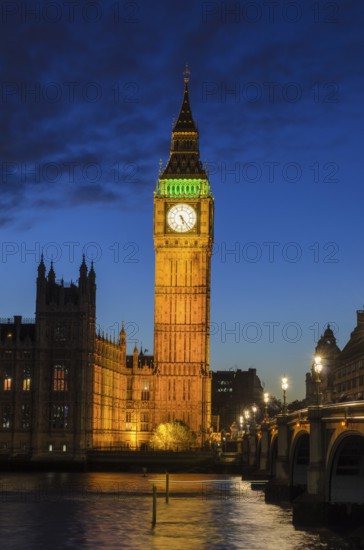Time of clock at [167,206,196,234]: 5:23
